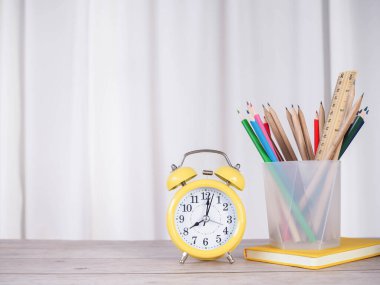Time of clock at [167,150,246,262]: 8:01
